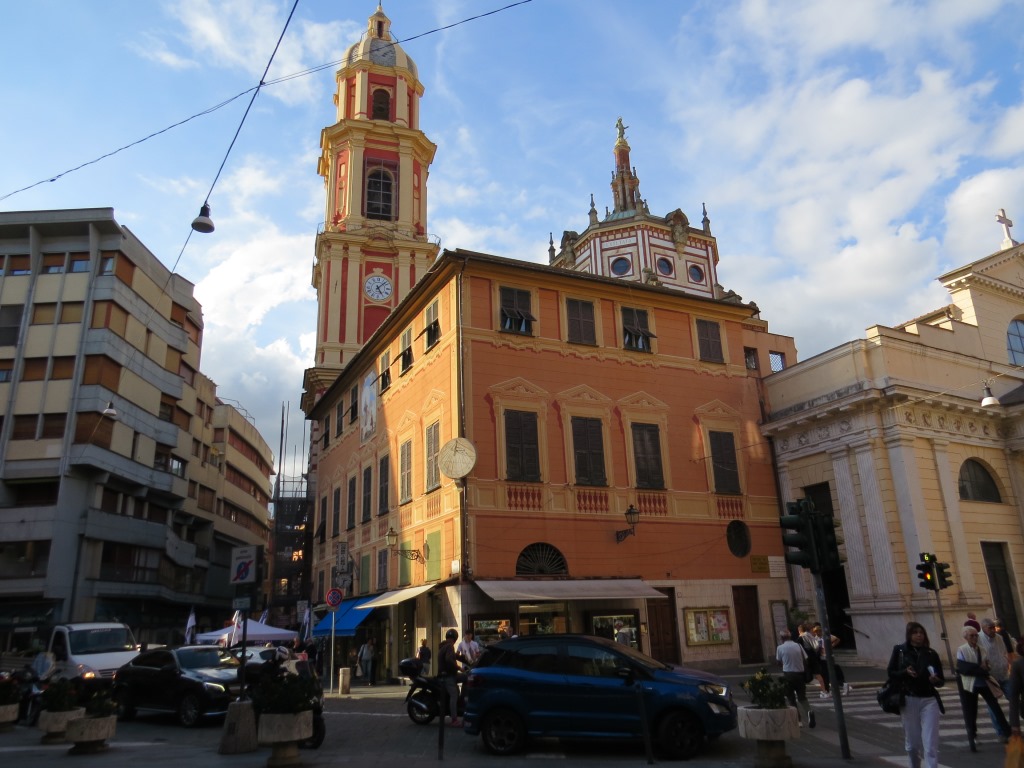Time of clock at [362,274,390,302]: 5:07
